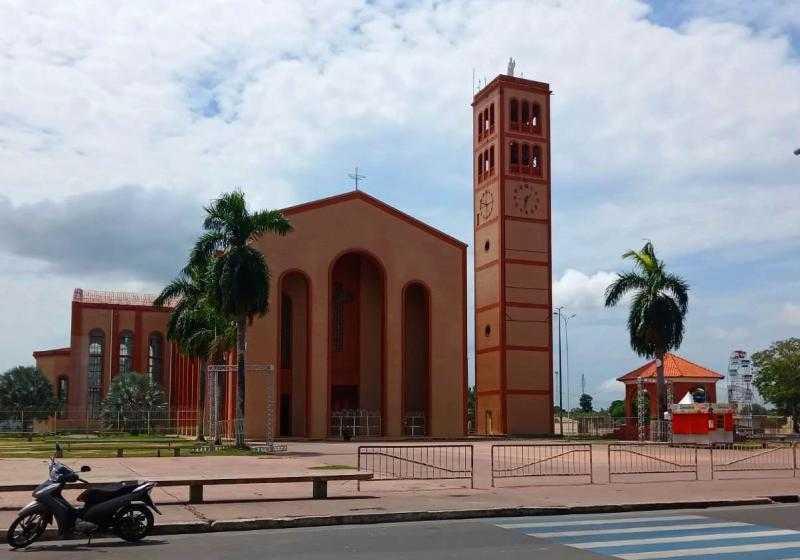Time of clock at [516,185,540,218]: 1:32
